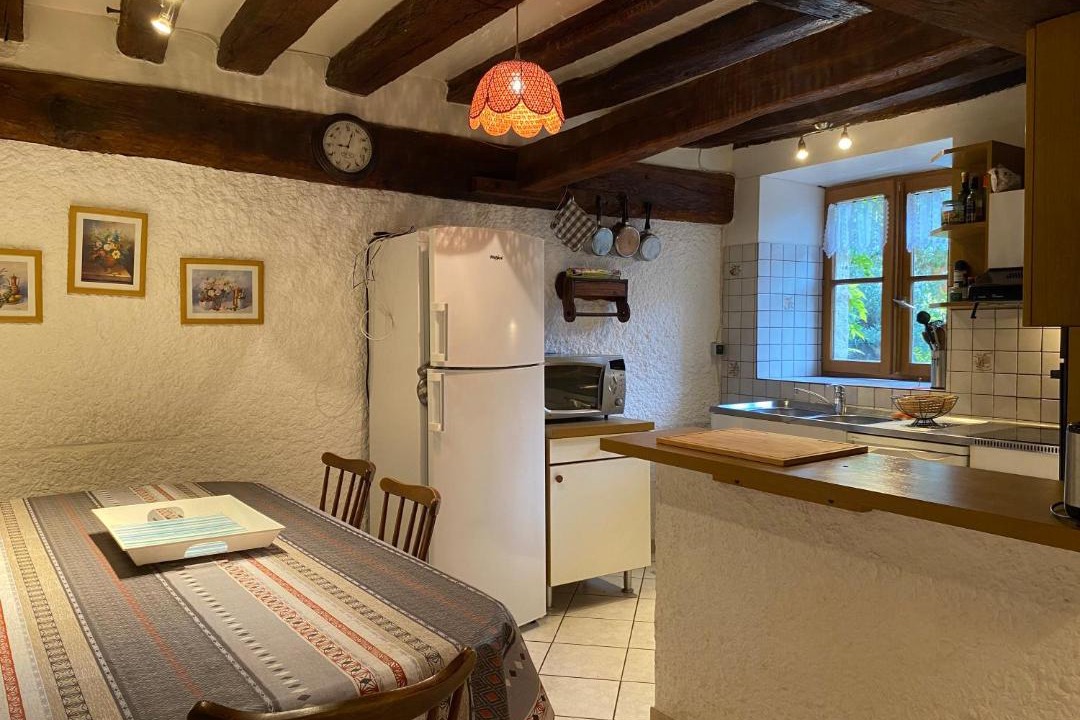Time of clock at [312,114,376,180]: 9:03
